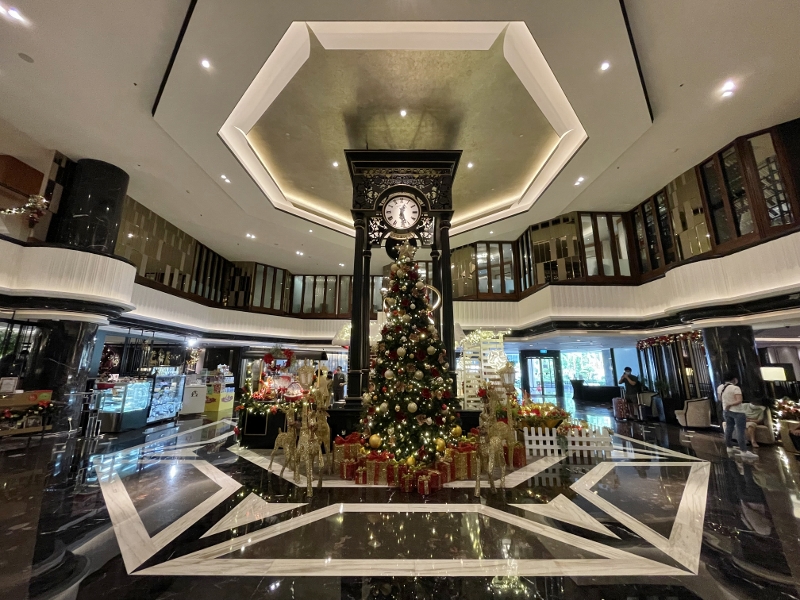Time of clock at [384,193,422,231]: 12:27
